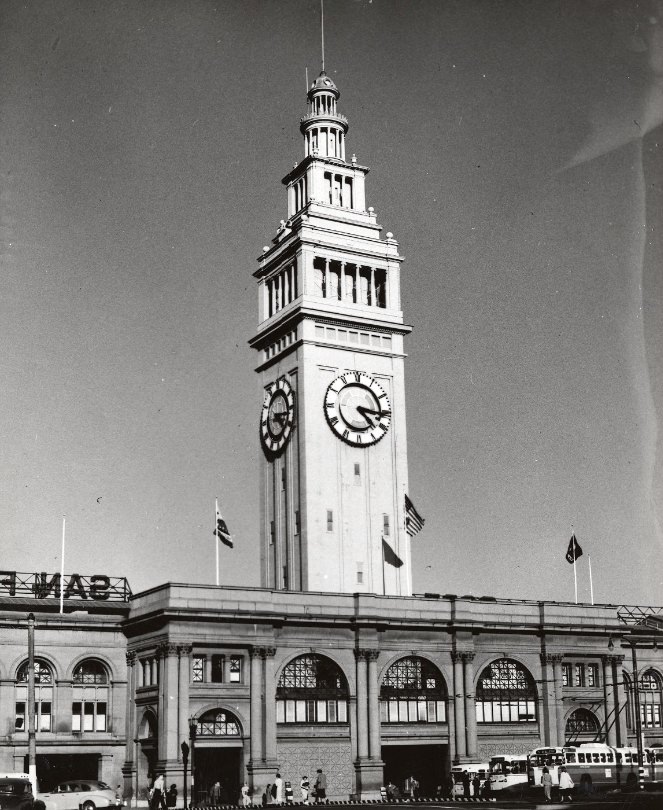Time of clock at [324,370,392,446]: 4:16
